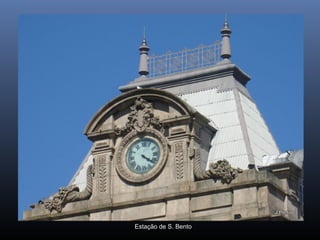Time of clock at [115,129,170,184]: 4:21
